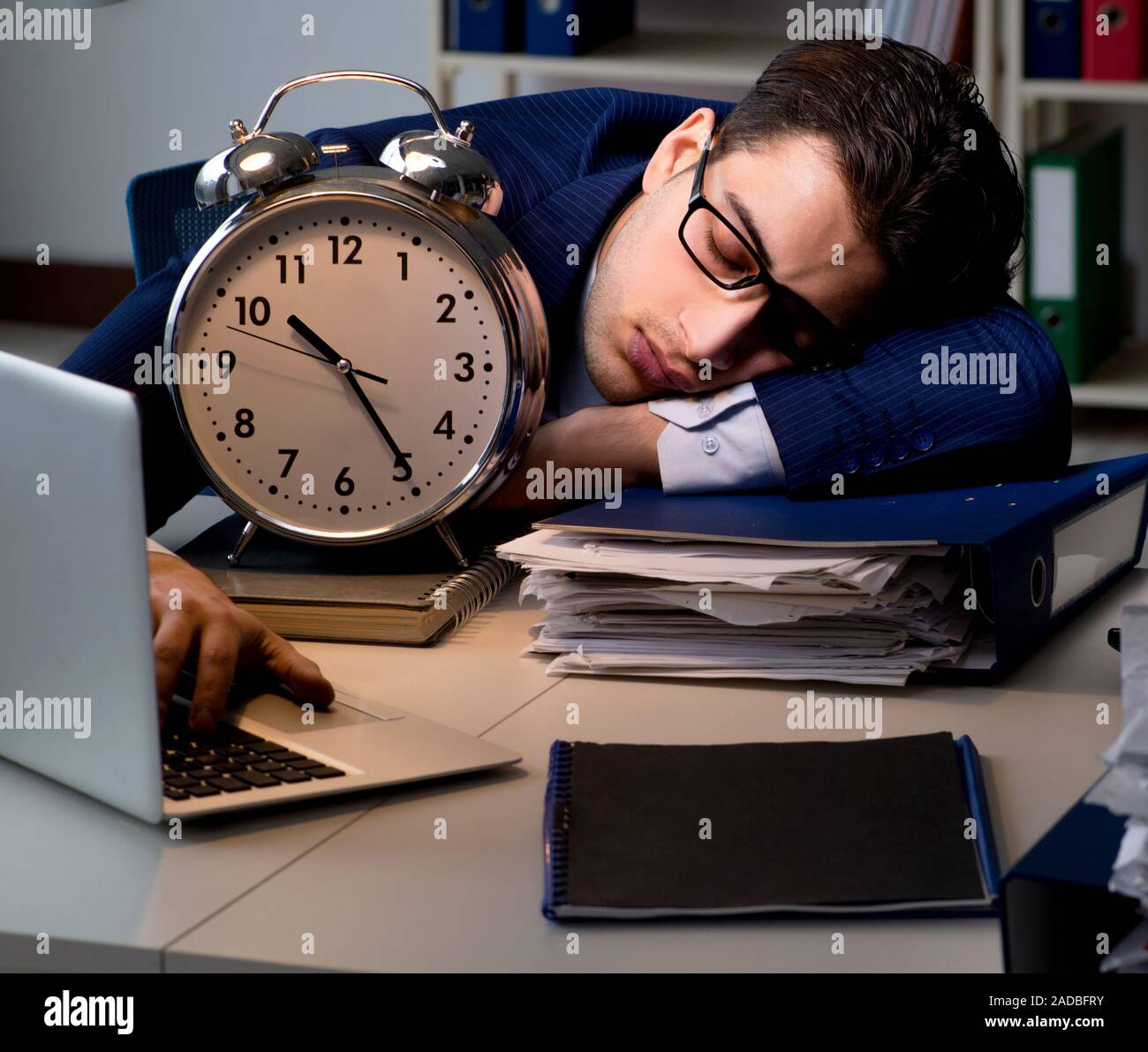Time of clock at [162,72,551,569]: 10:24
